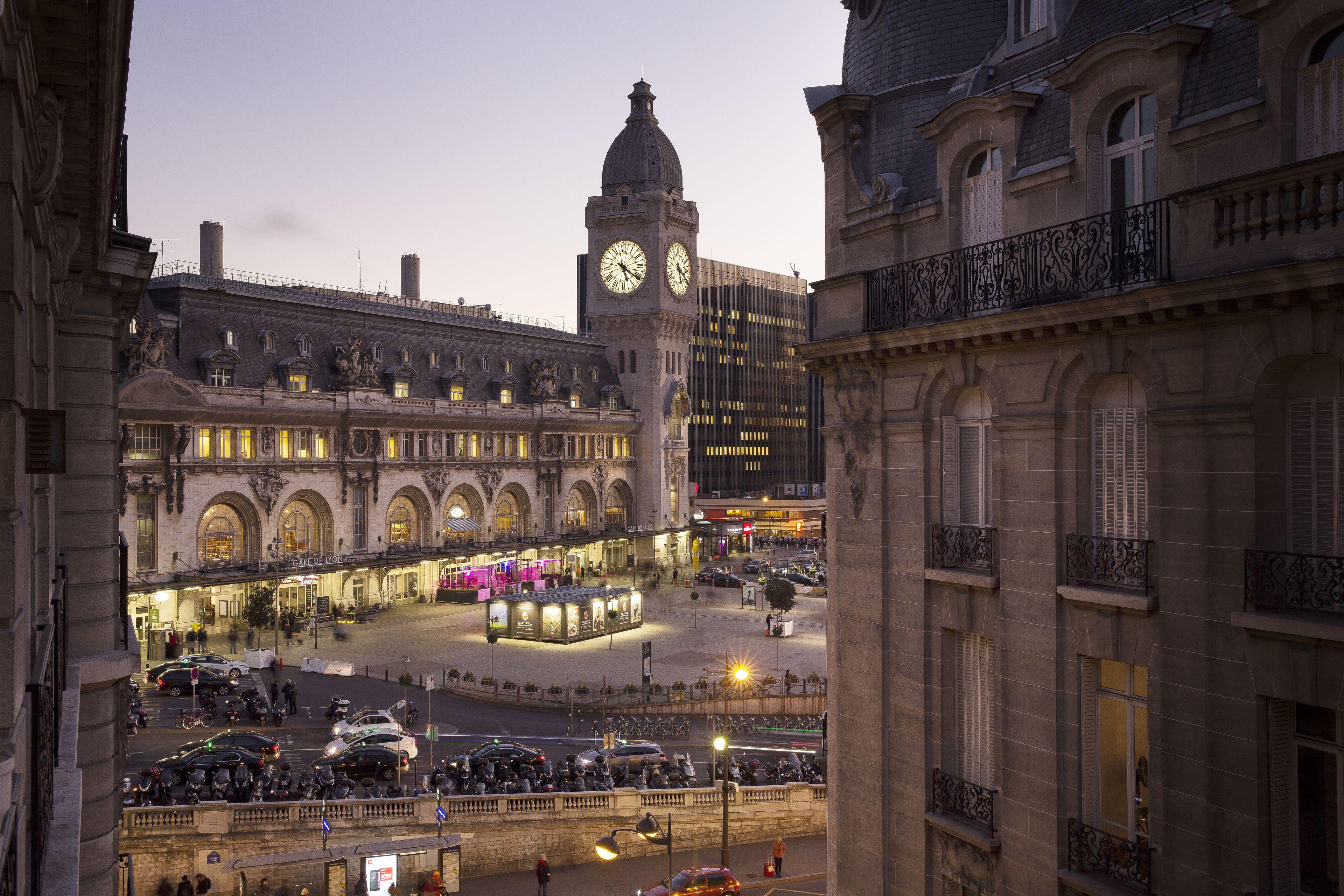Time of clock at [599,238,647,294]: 5:20
